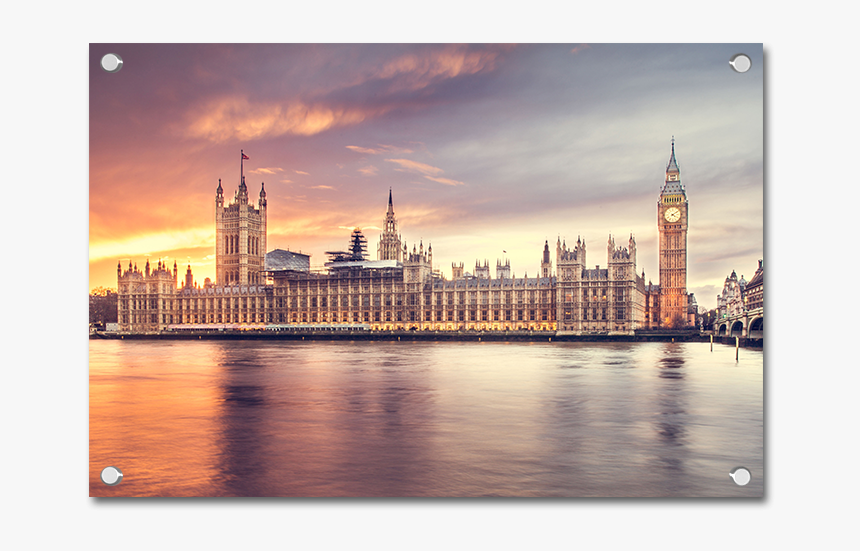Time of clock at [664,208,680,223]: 4:09
